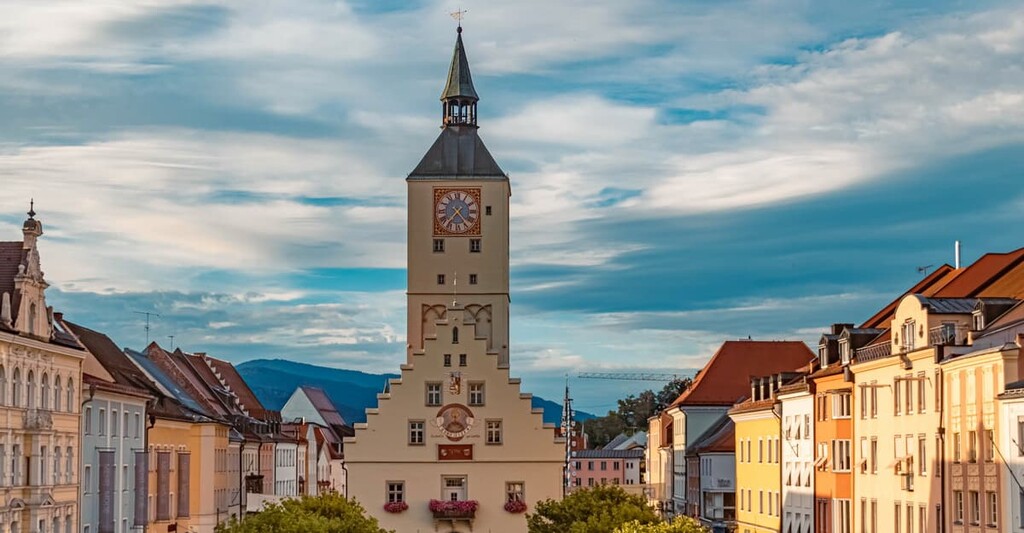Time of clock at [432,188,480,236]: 7:24
